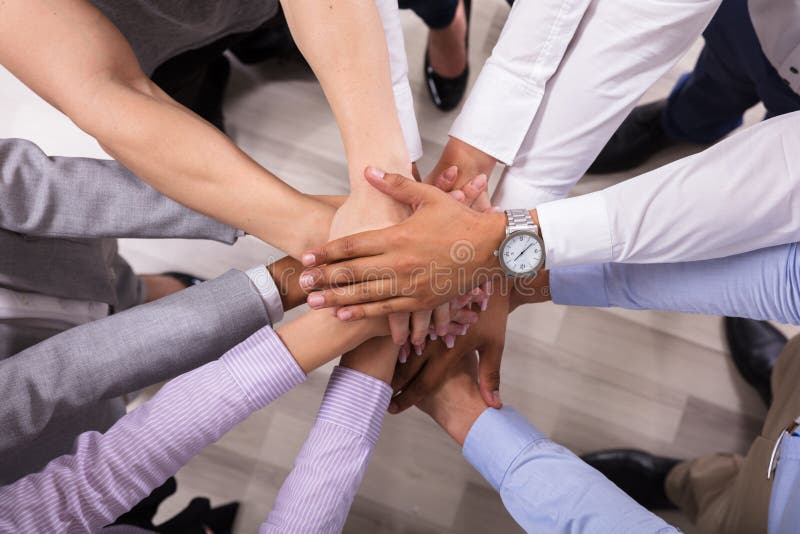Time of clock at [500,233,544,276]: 1:37
